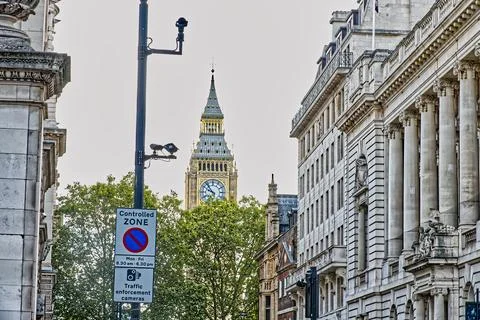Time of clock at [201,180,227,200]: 9:53
